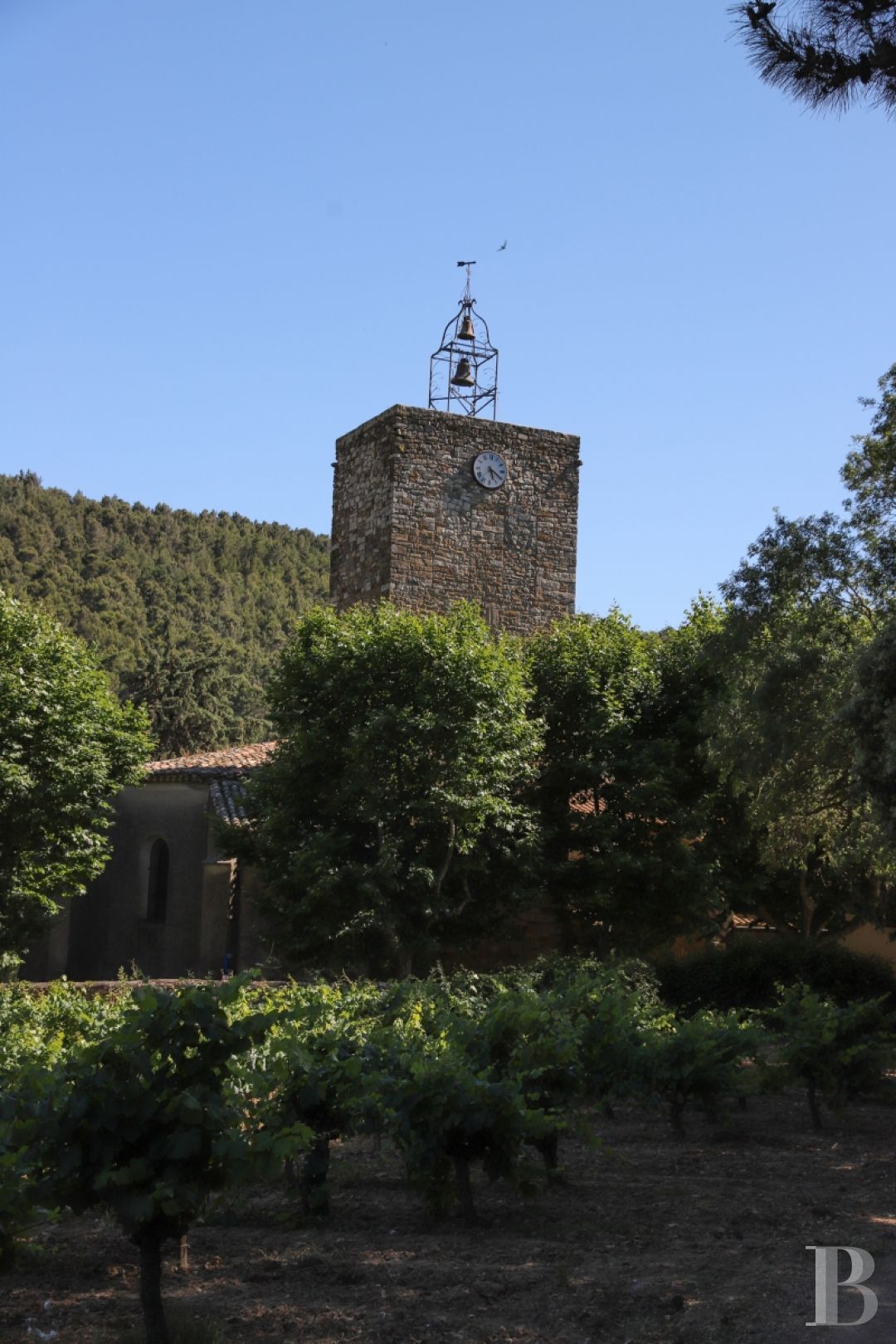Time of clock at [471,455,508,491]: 5:20
